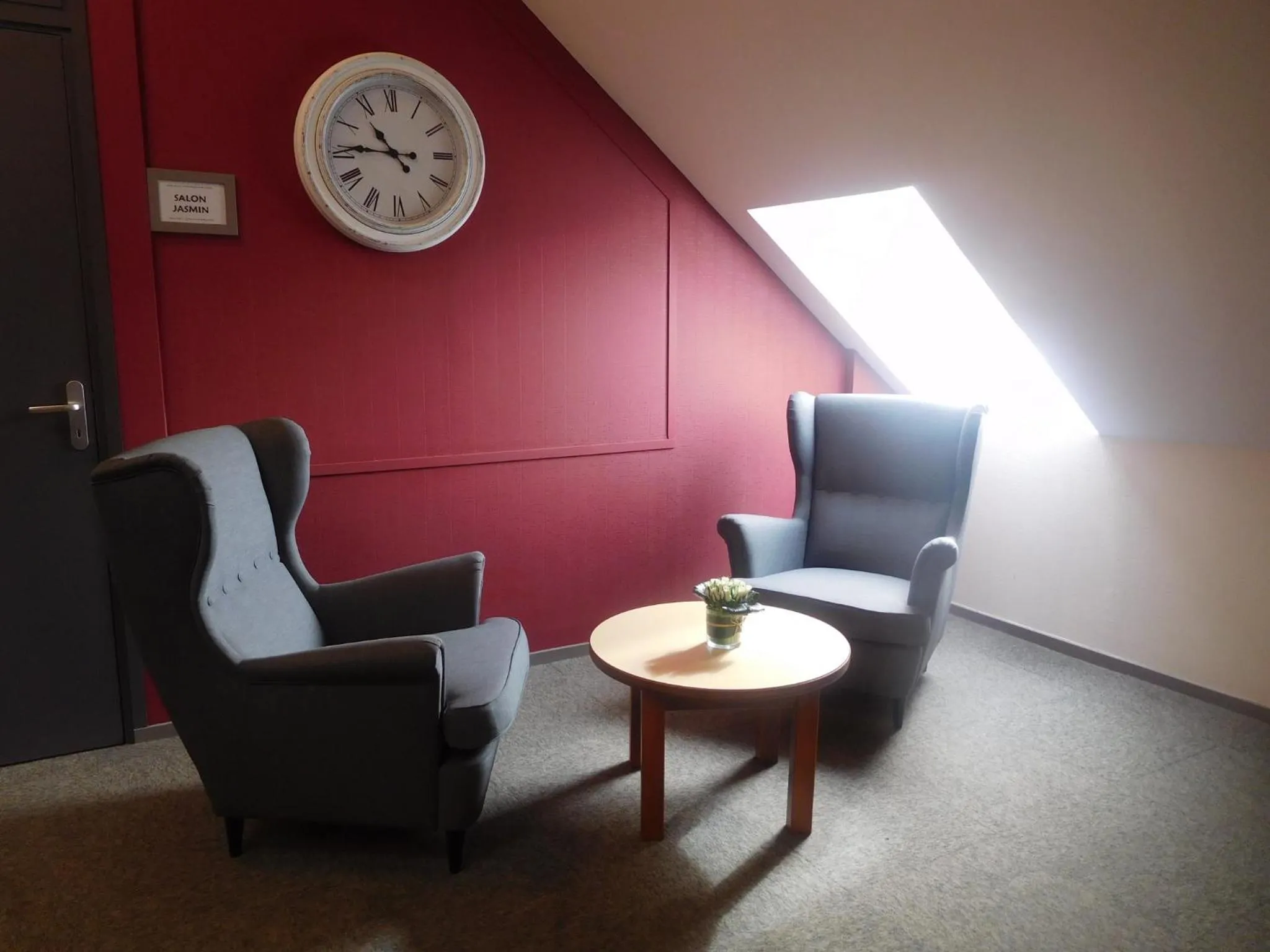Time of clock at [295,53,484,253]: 10:45
